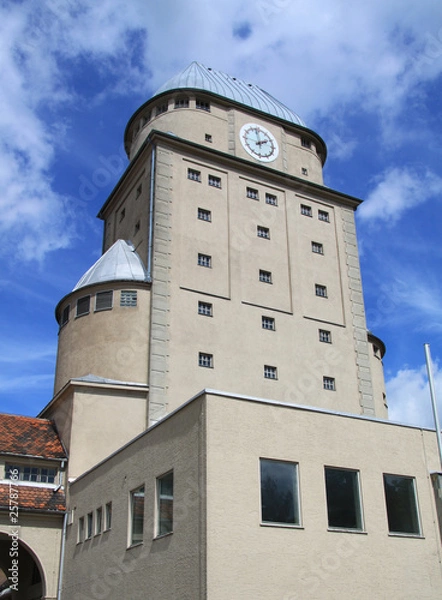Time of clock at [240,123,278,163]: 1:57
